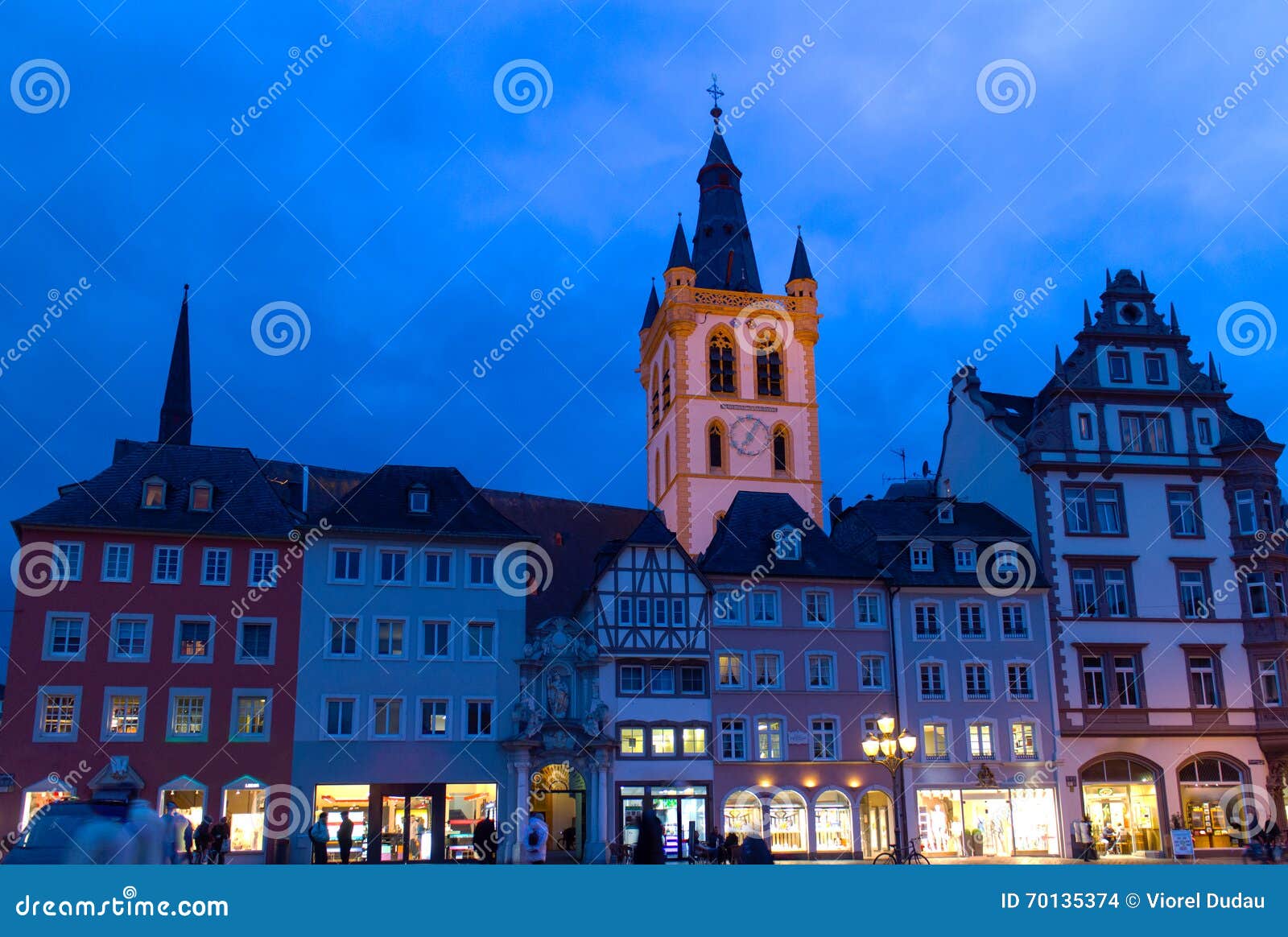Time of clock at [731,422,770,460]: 7:04
